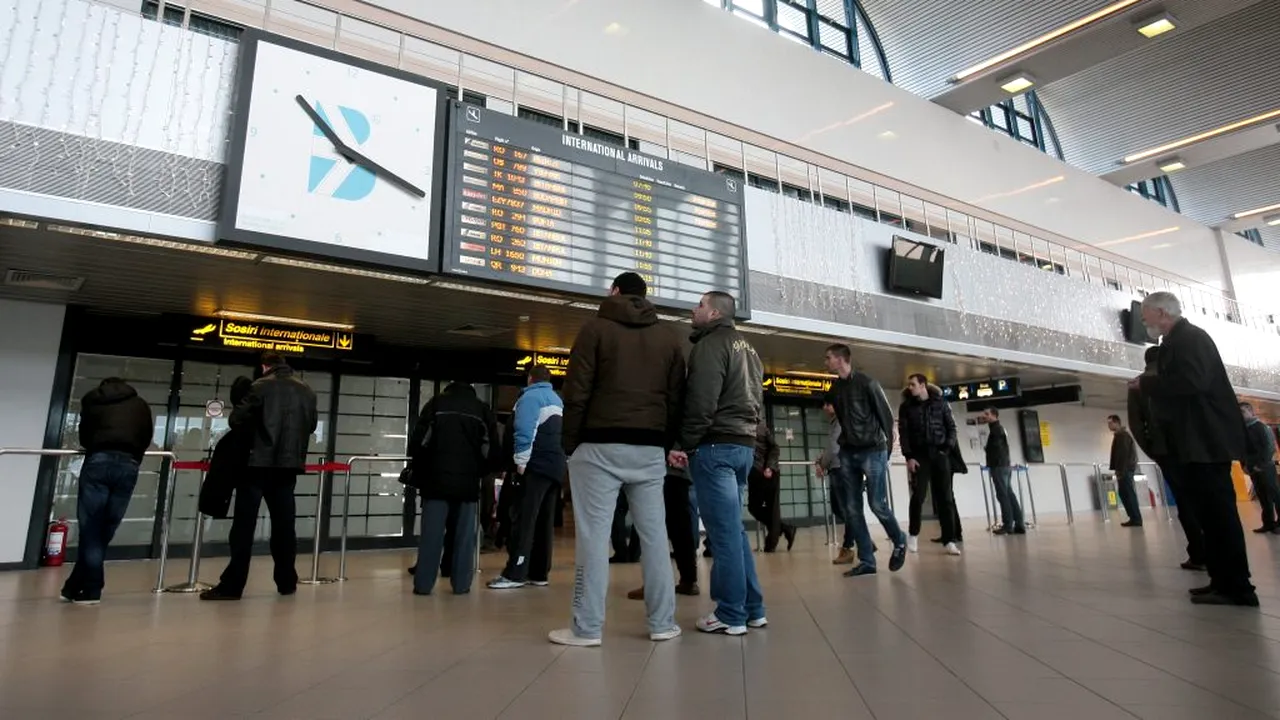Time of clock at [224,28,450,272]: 10:18
